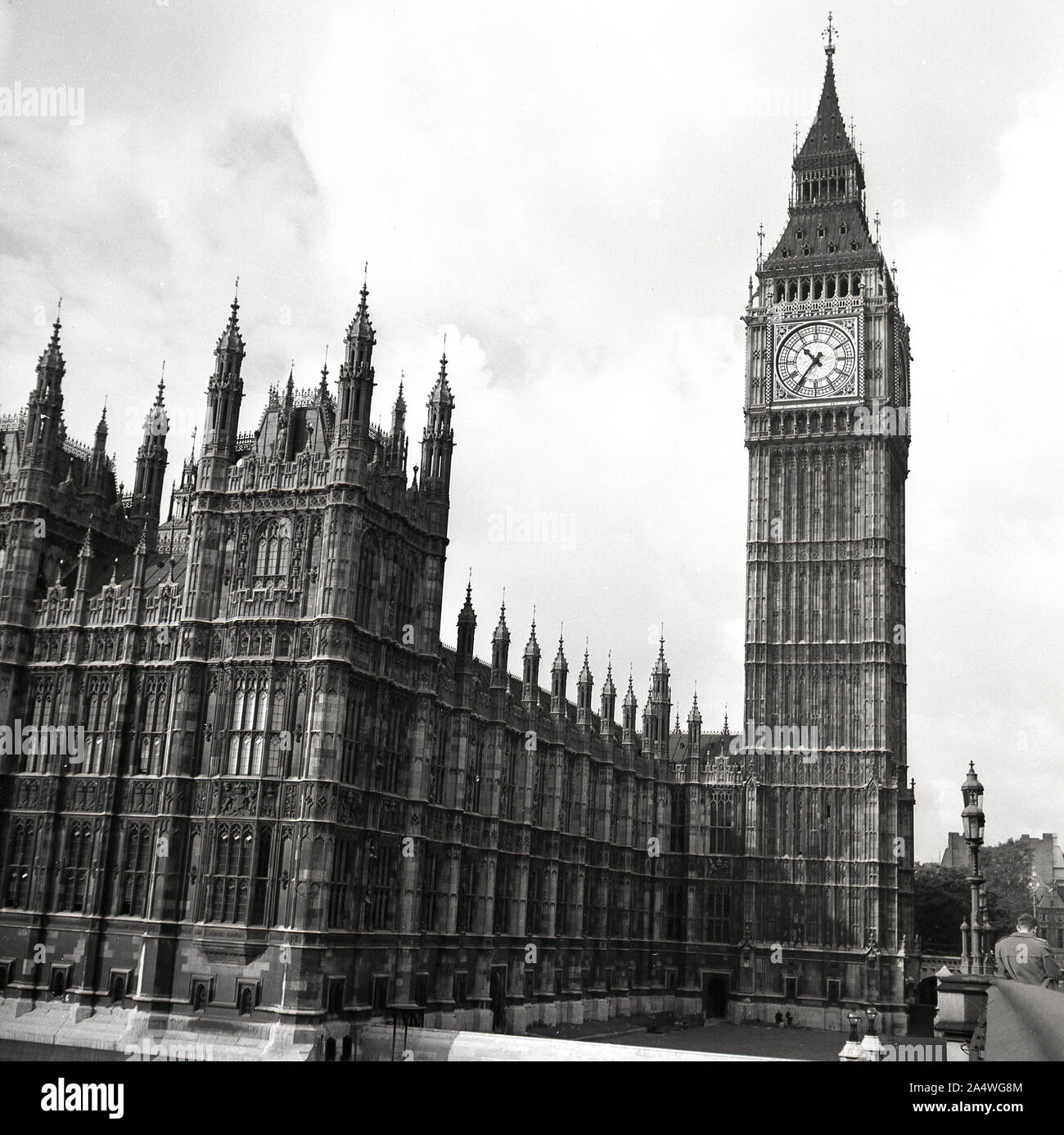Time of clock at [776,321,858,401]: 10:36
